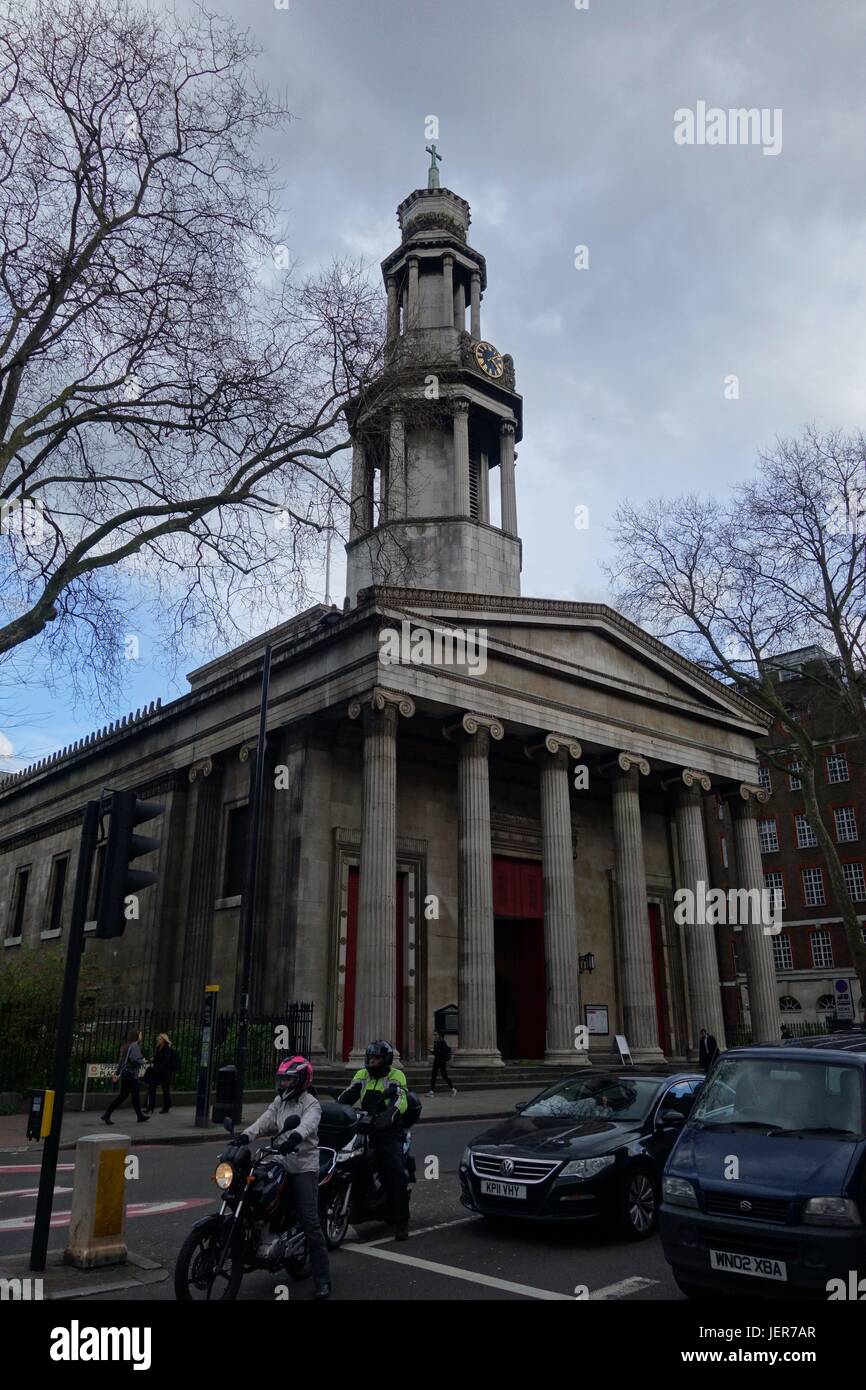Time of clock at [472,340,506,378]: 2:24
